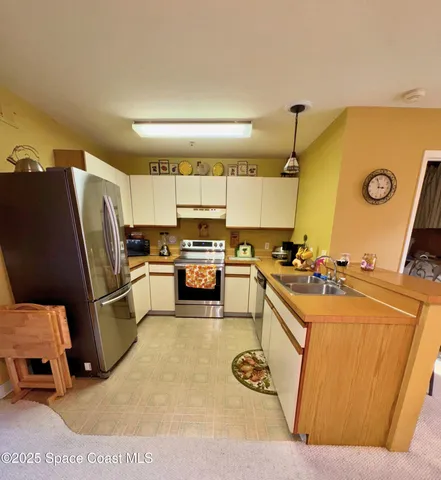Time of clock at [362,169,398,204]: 2:56
